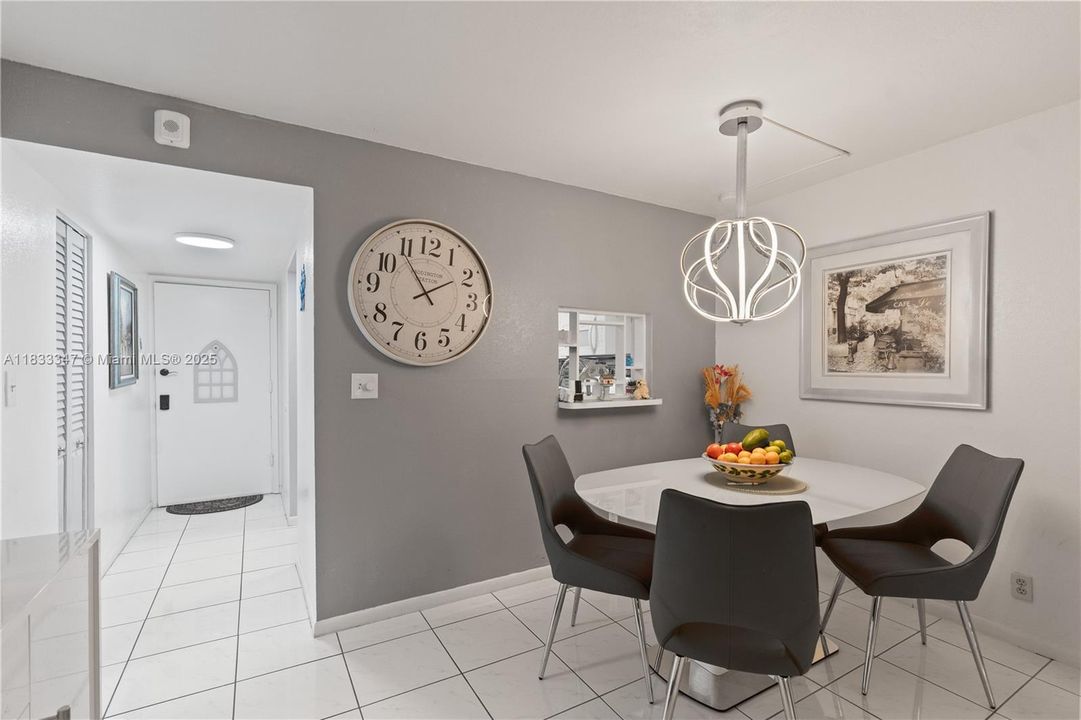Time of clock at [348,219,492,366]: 1:54
